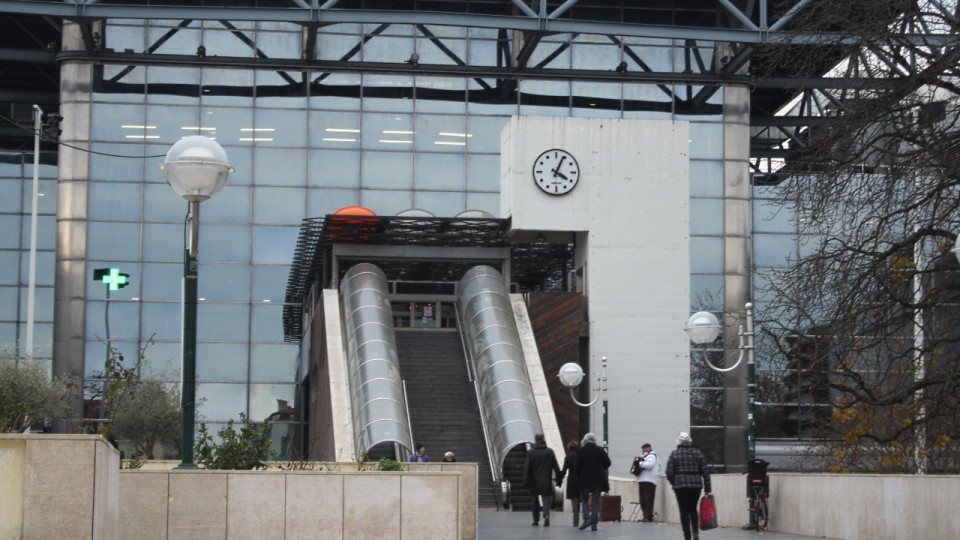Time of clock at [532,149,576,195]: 4:04
